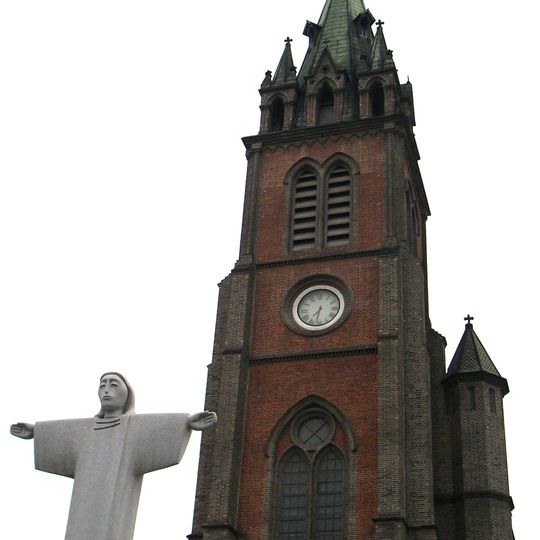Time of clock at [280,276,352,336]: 7:32
